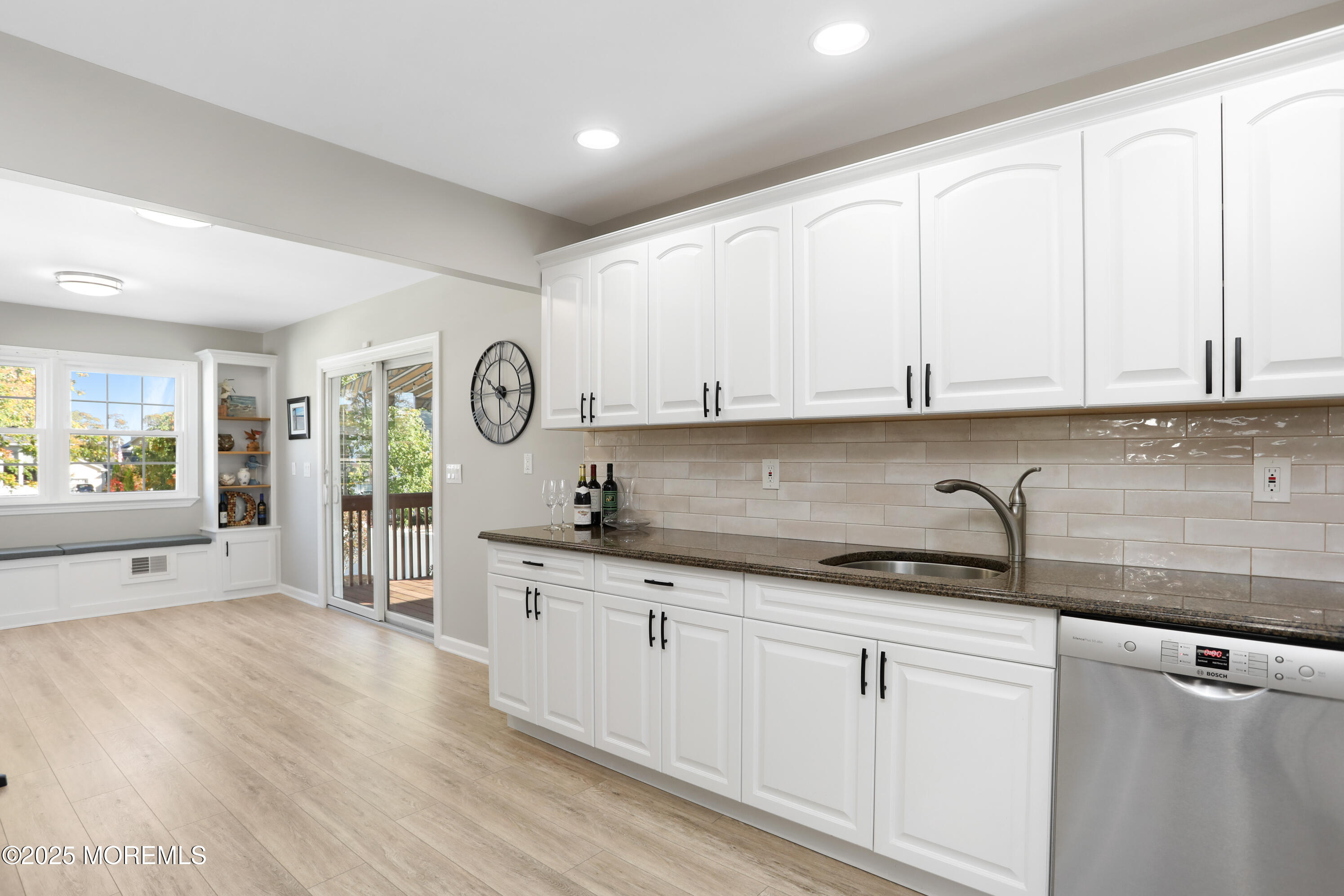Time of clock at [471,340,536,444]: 10:00
